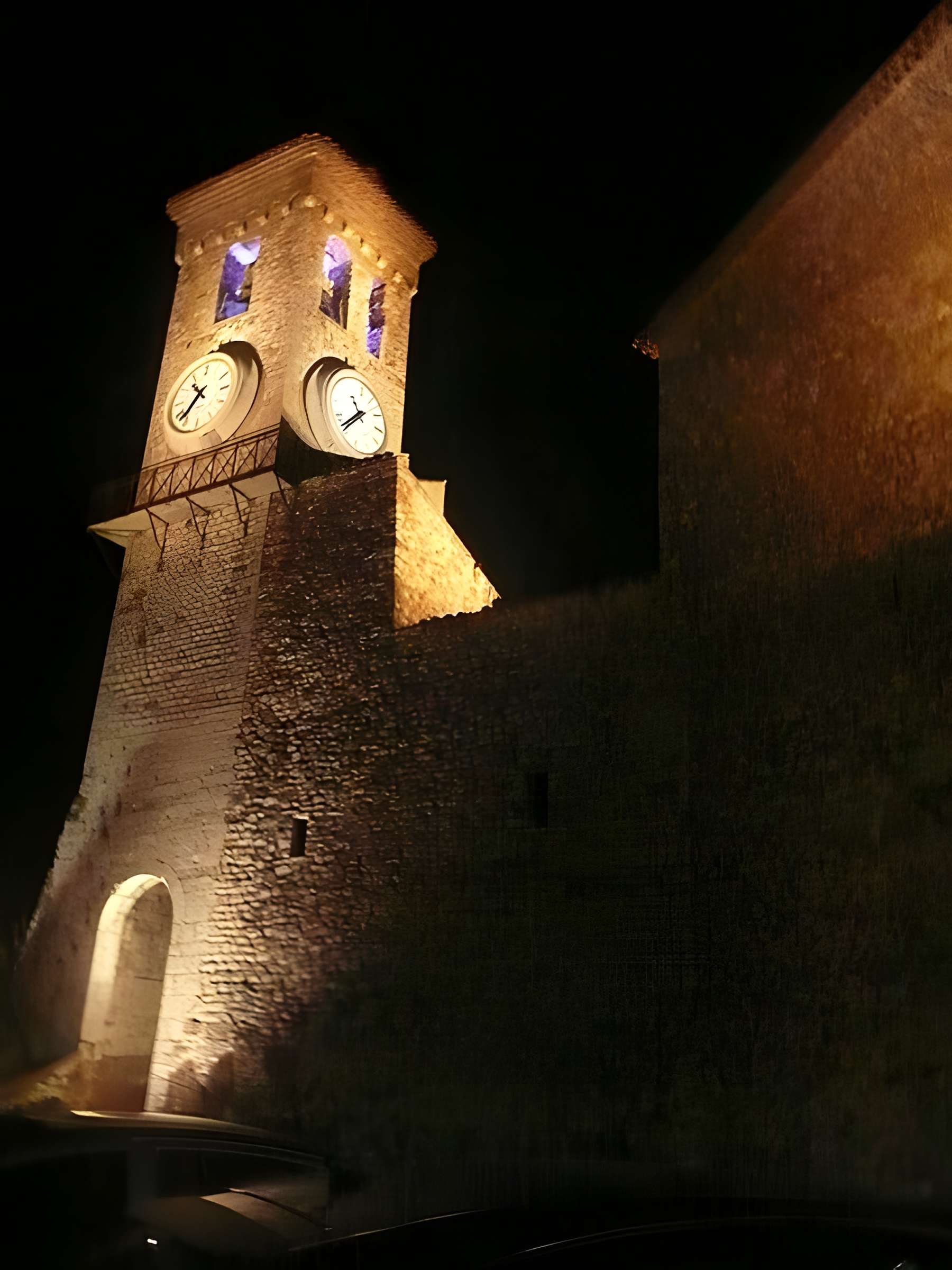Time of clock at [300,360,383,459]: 11:41
